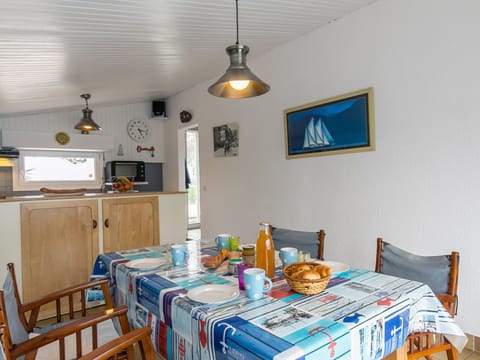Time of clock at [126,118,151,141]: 5:17
